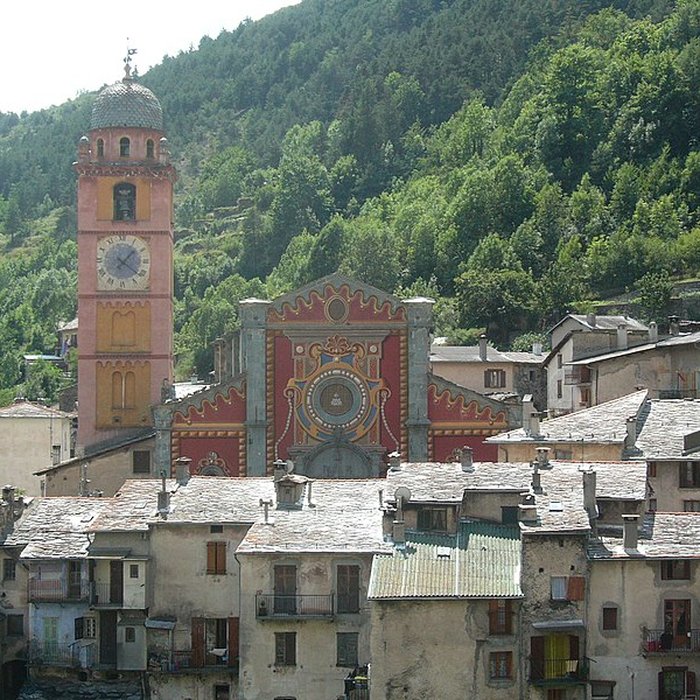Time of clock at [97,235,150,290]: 1:21
